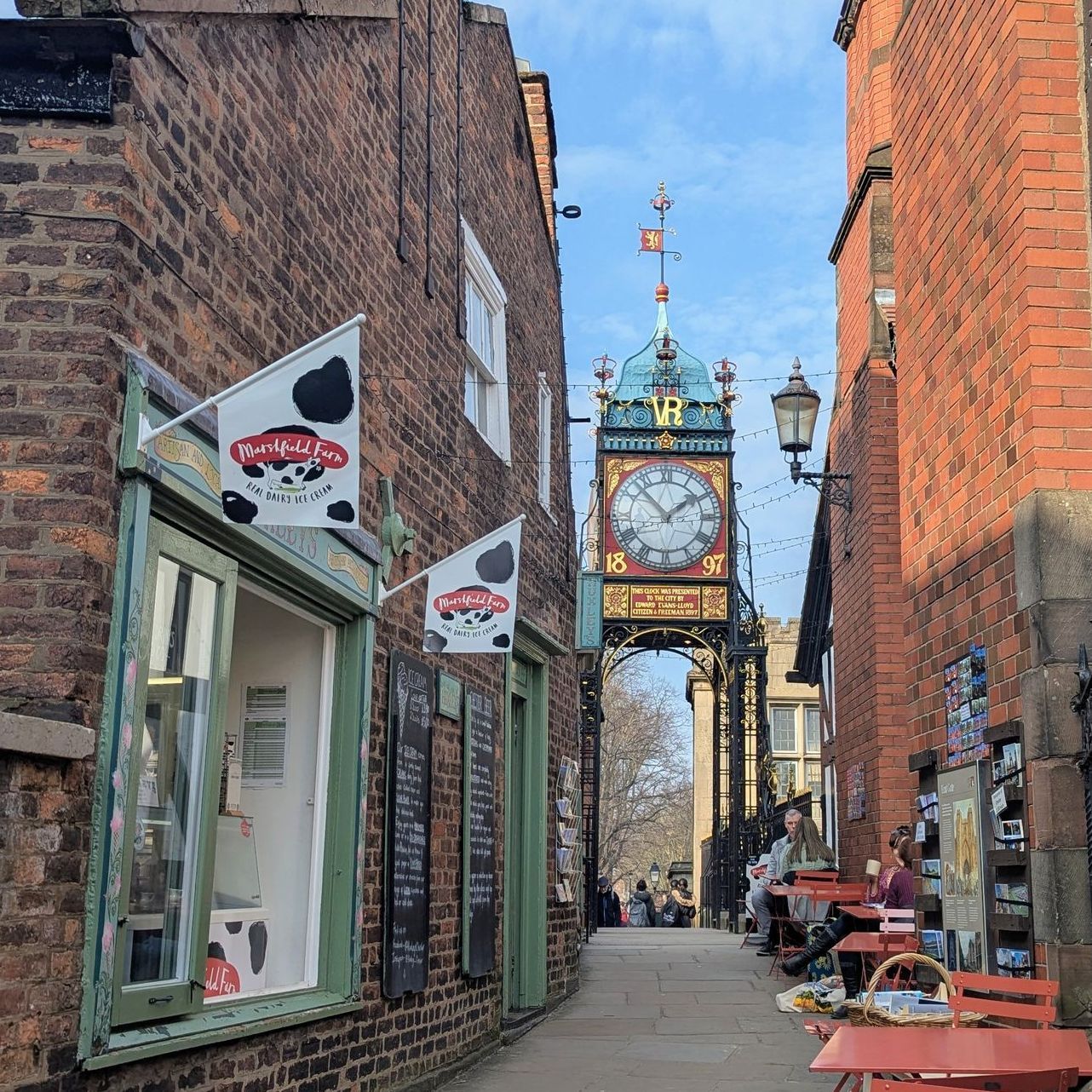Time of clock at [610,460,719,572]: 1:52
